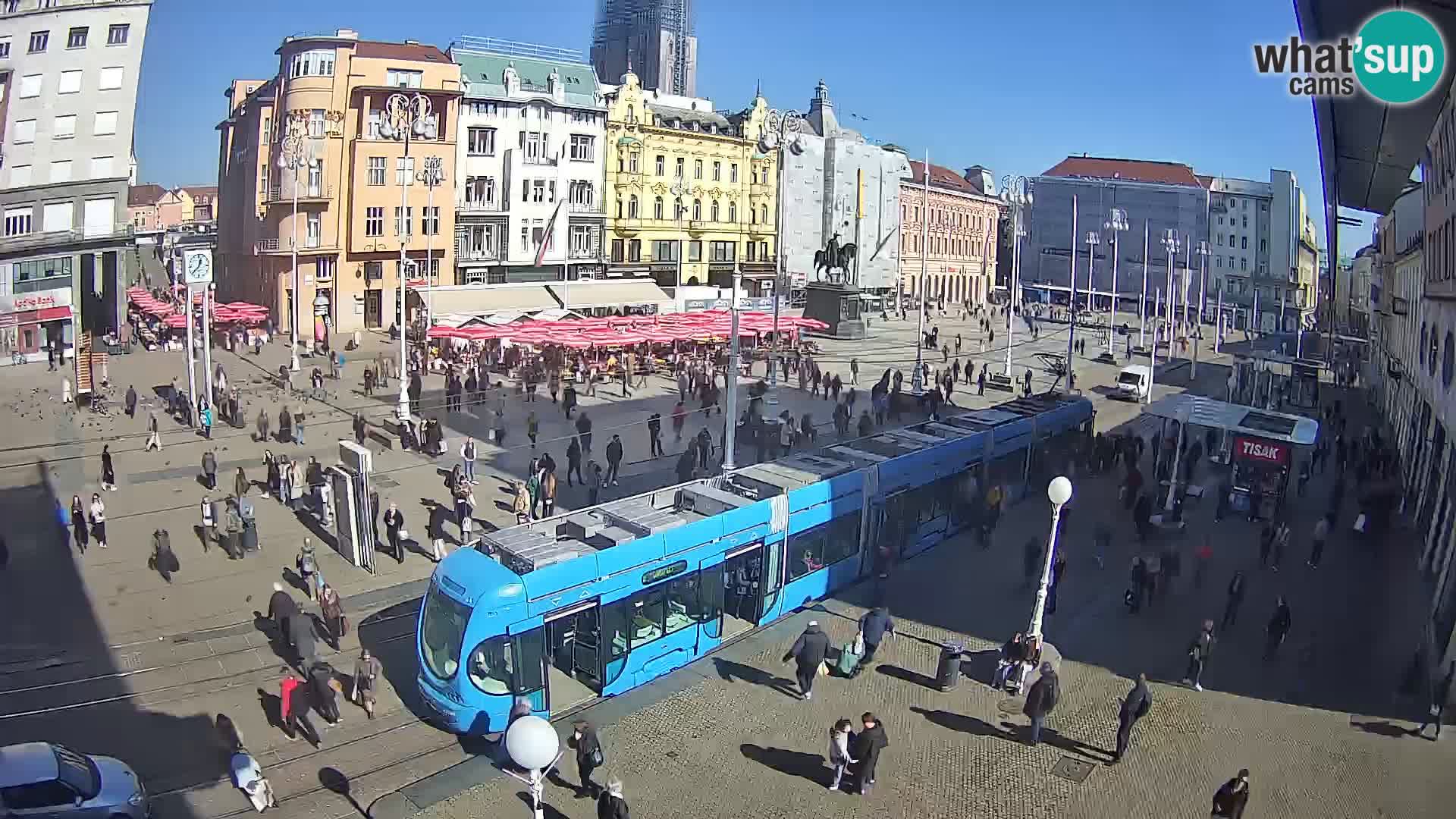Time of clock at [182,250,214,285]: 12:38
